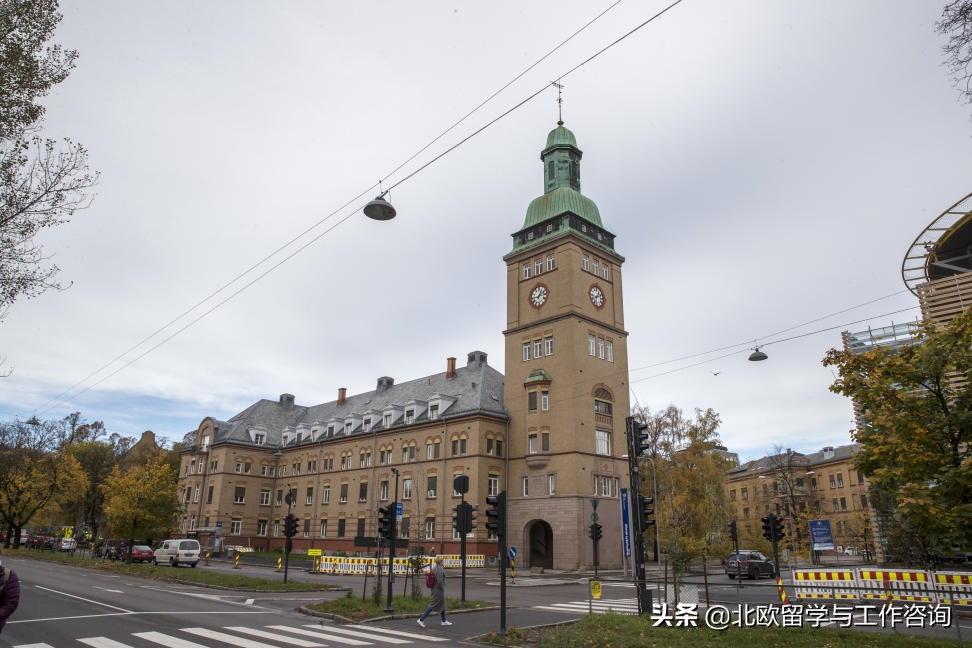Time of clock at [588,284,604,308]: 1:11
